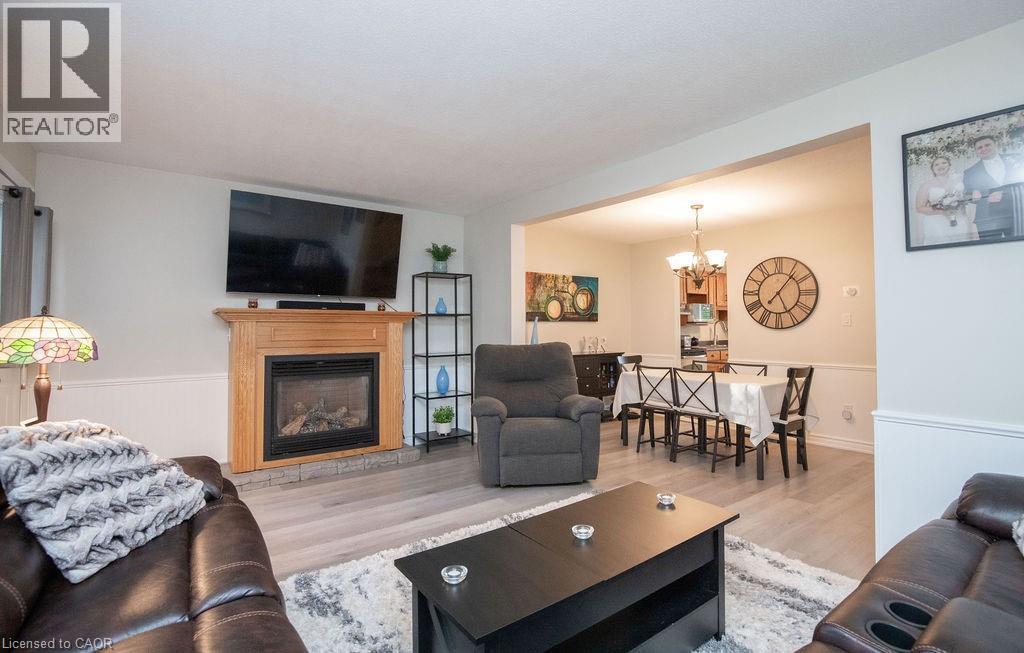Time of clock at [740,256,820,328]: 5:06
